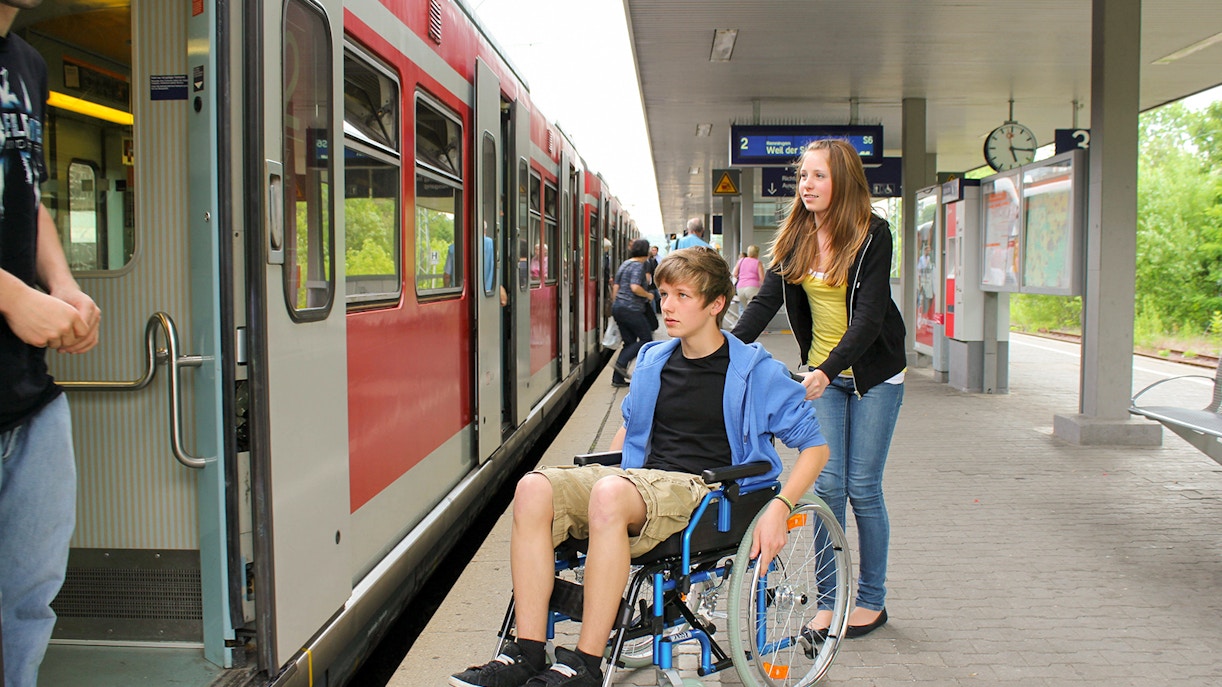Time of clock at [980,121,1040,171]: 5:15
